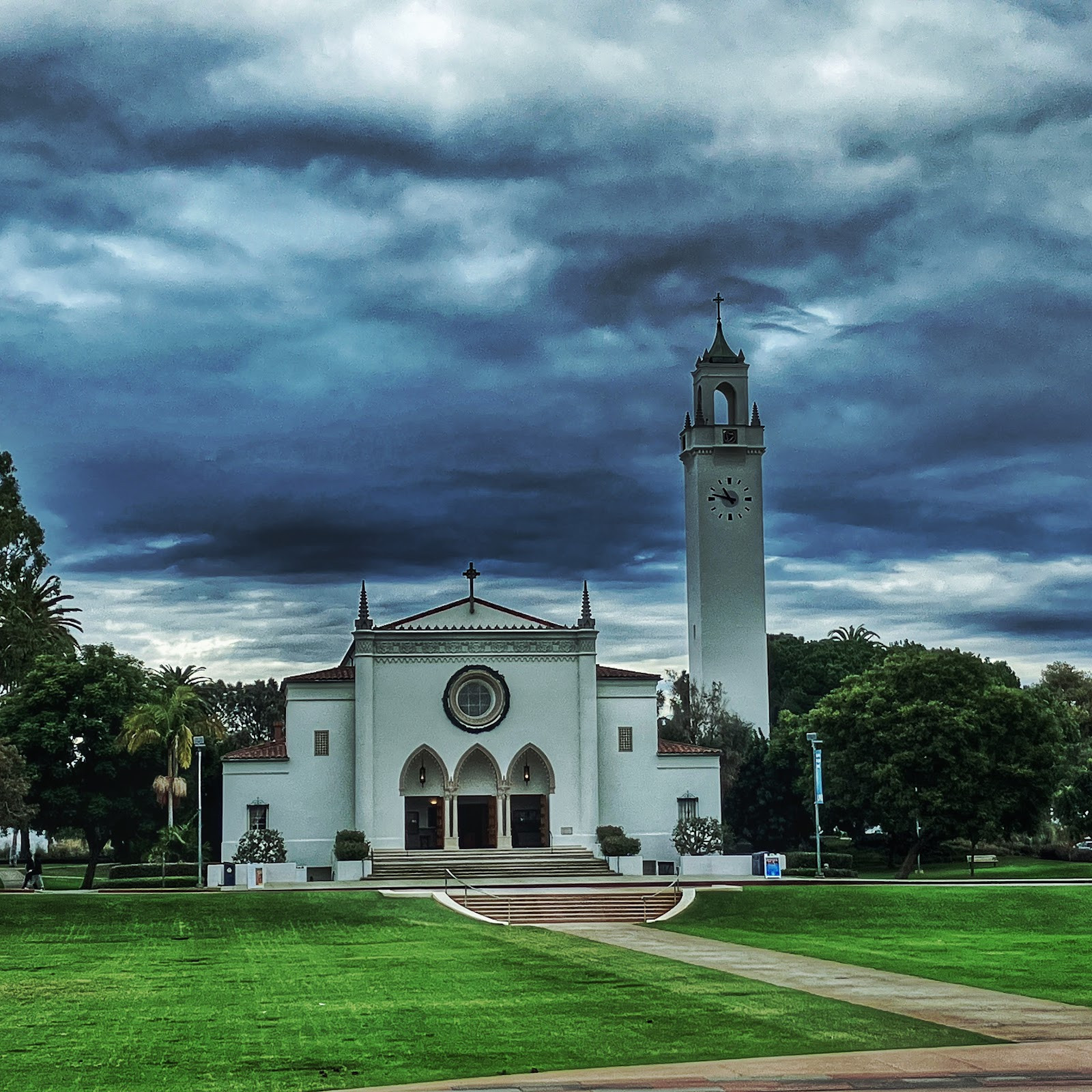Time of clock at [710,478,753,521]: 10:47
